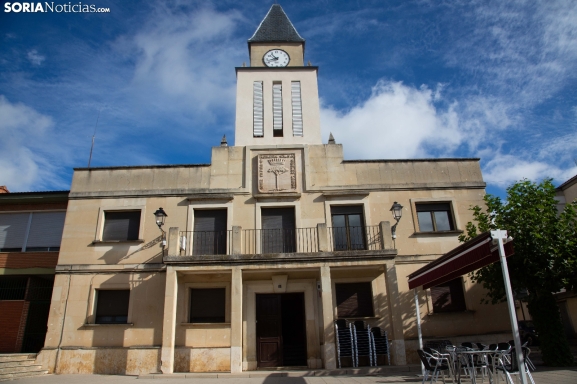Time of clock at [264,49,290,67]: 10:42
